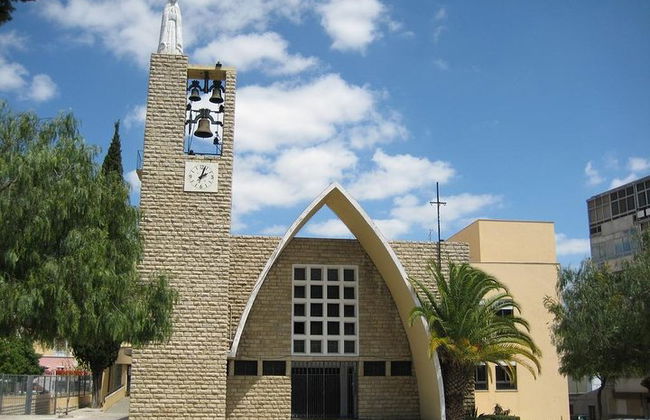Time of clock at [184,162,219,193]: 2:02
